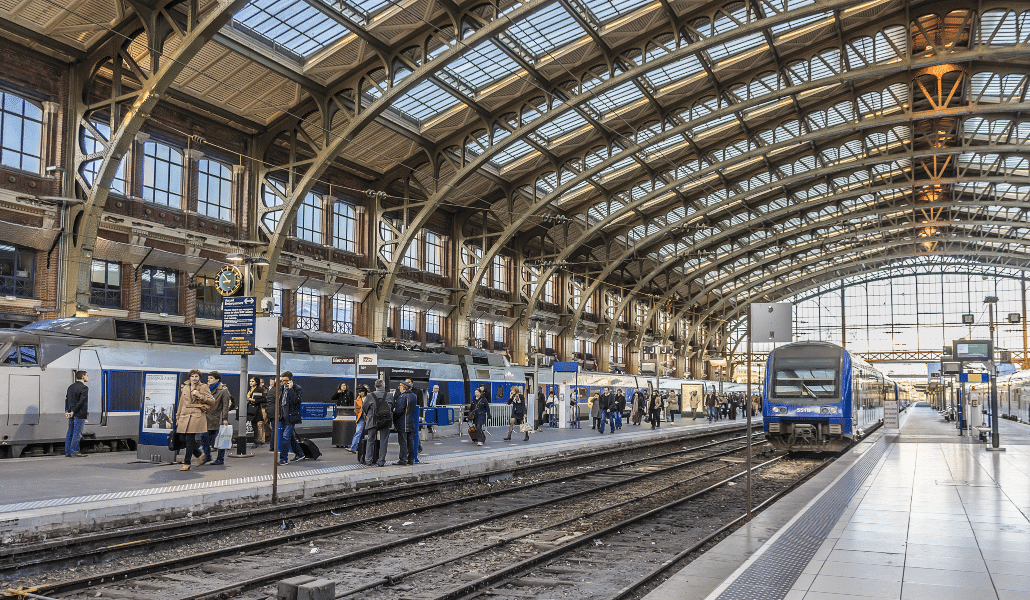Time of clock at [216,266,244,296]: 8:53
